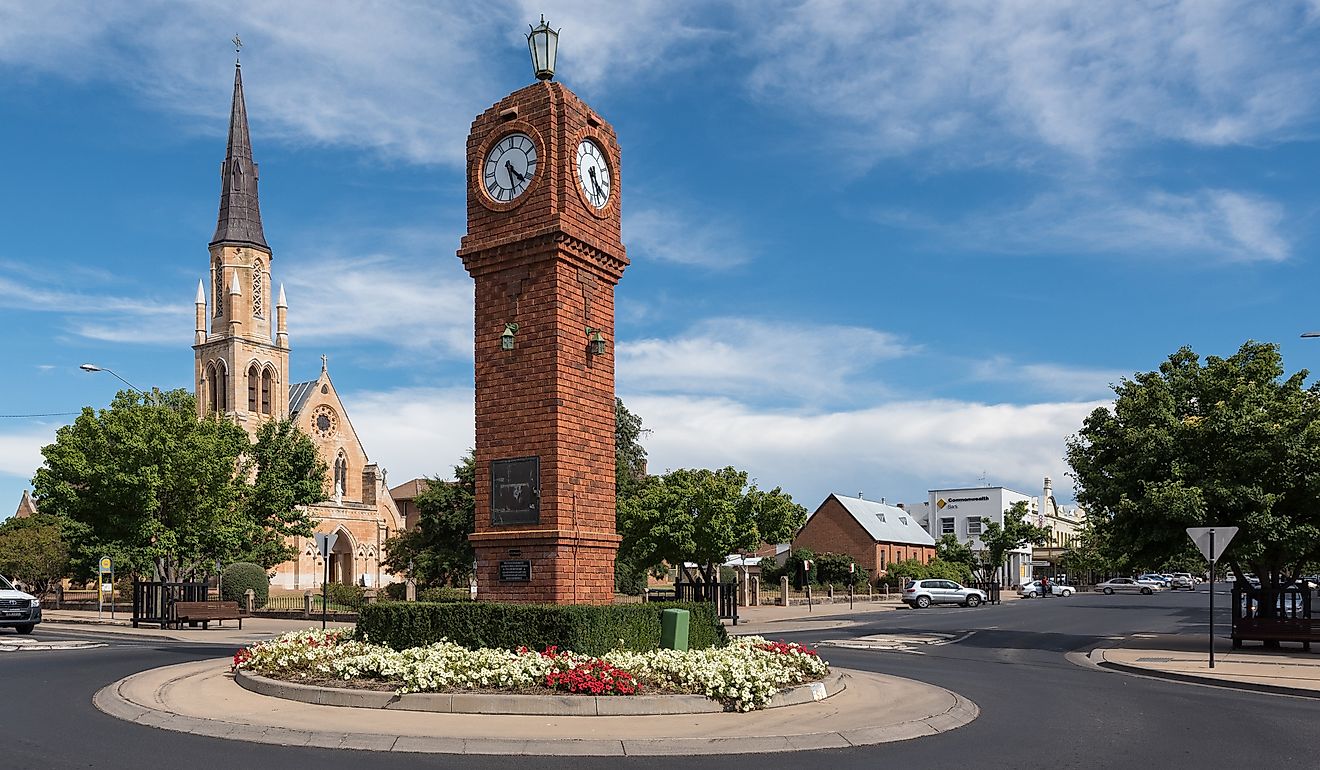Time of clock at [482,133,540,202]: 4:28
